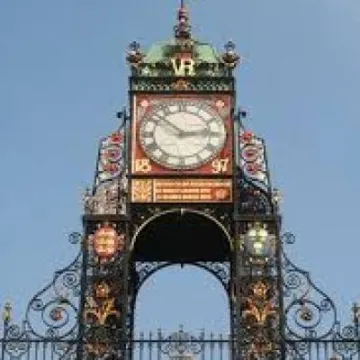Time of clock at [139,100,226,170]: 2:52
